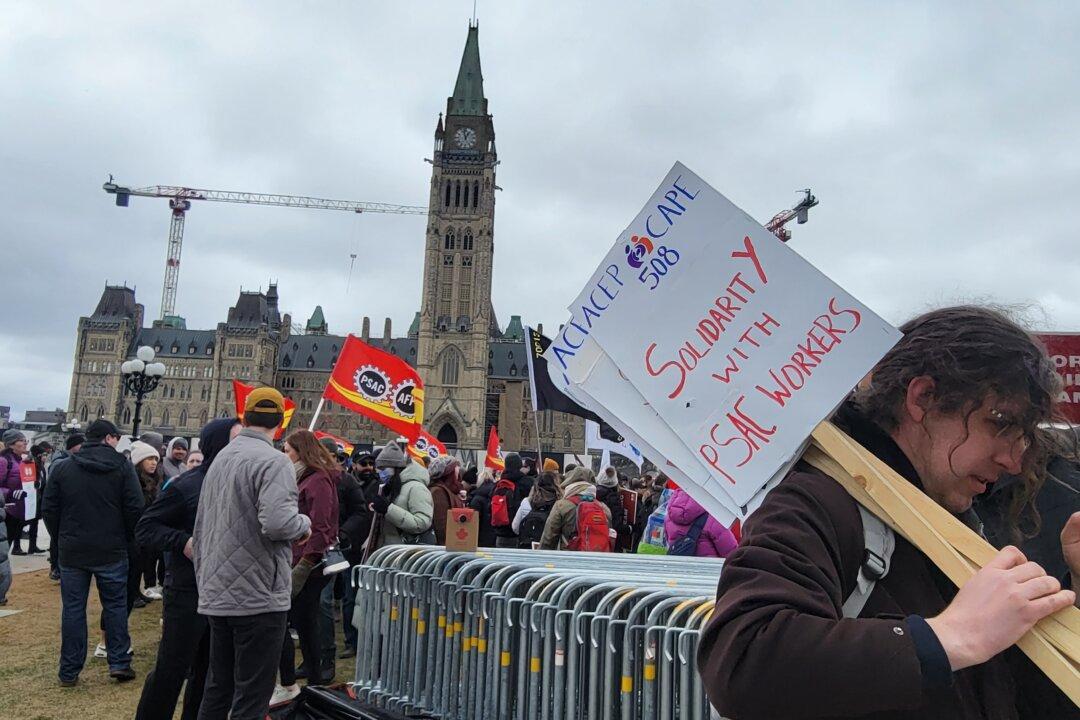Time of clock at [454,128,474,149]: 12:57
